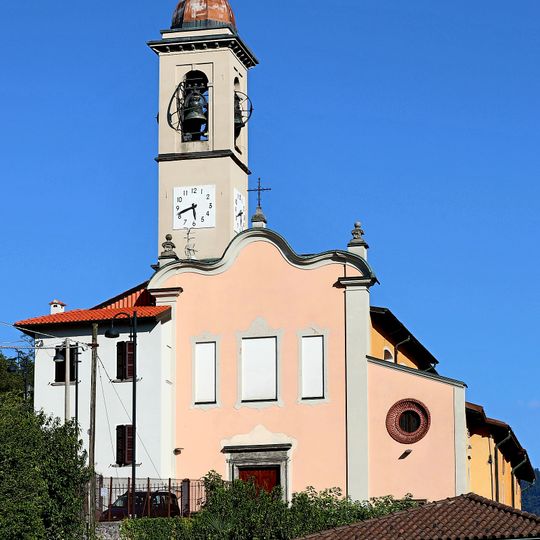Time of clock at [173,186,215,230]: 5:41
